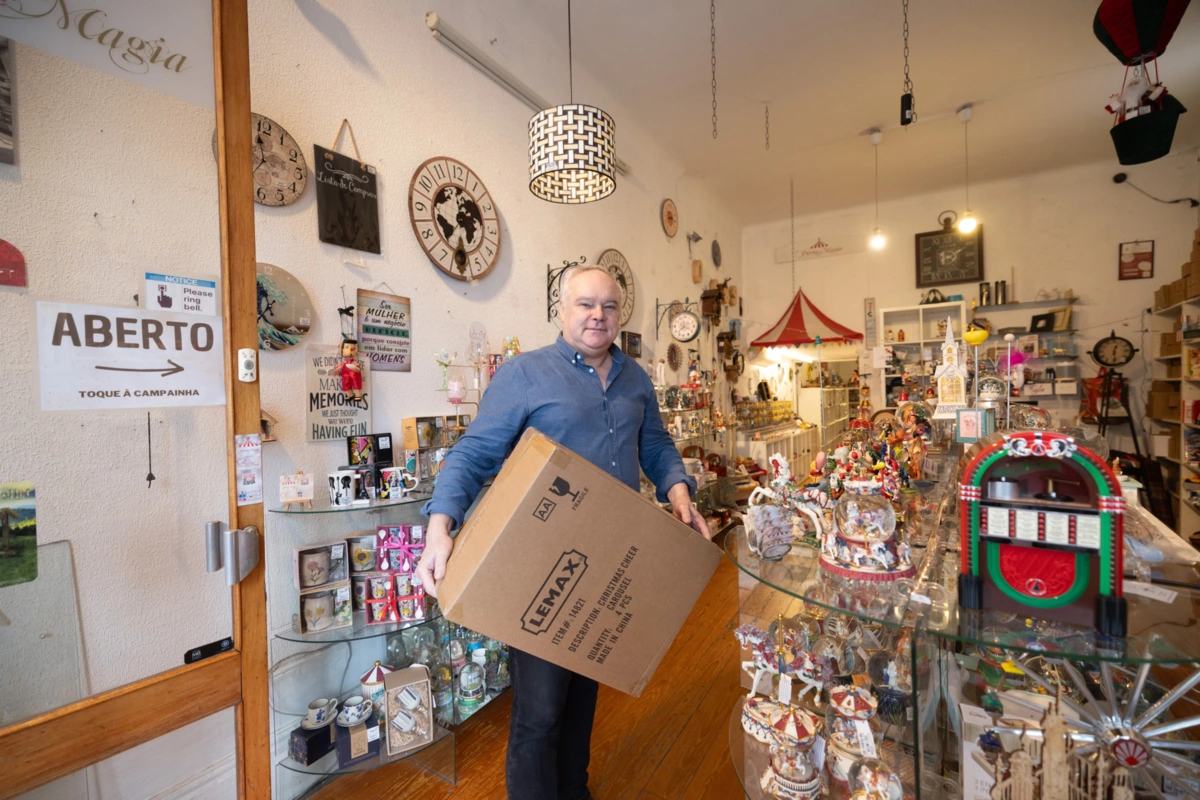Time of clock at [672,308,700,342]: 3:37
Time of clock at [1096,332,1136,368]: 12:28
